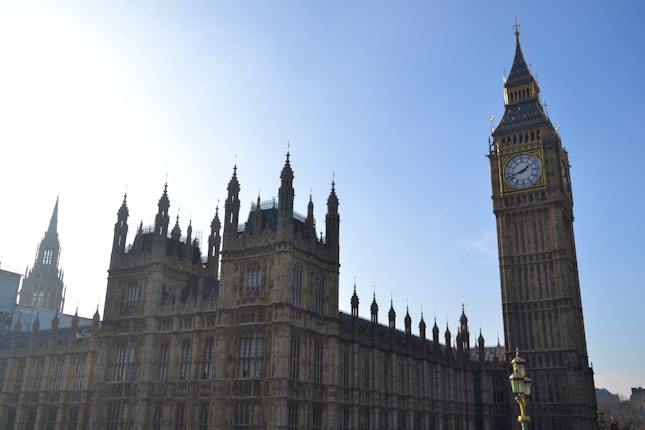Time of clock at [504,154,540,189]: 1:42
